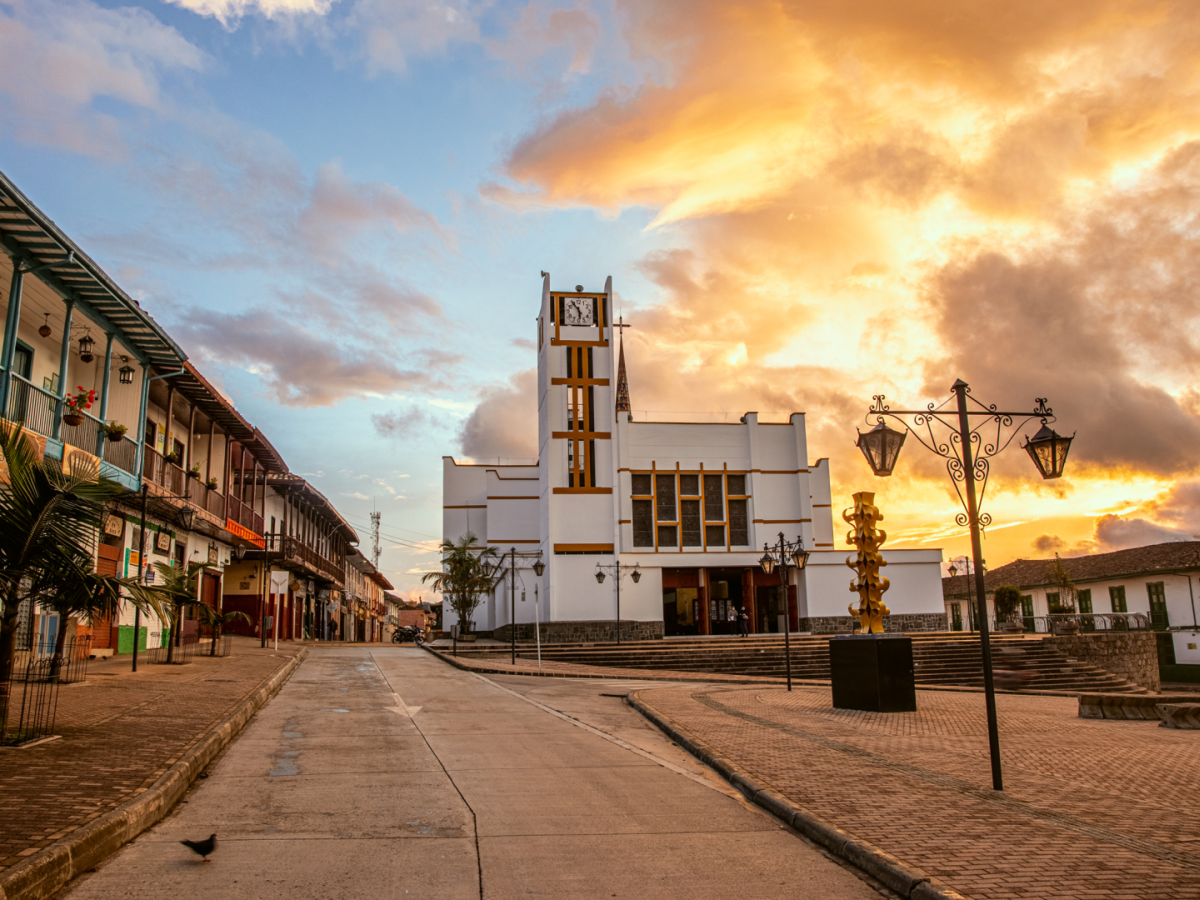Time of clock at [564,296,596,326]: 5:54
